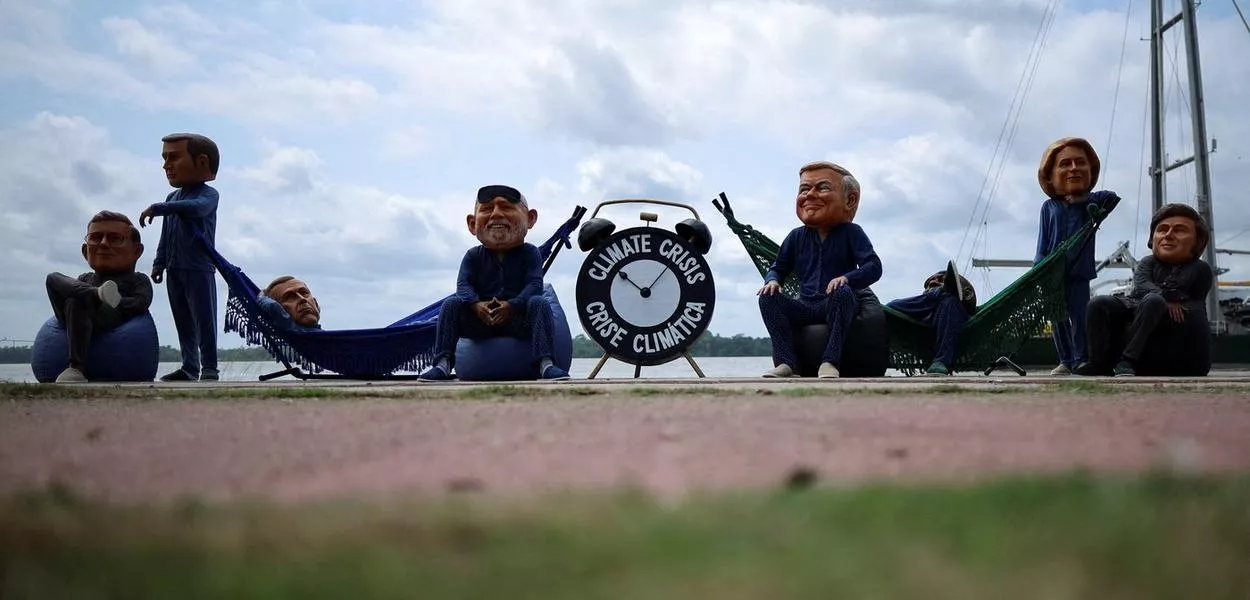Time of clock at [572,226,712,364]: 10:07
